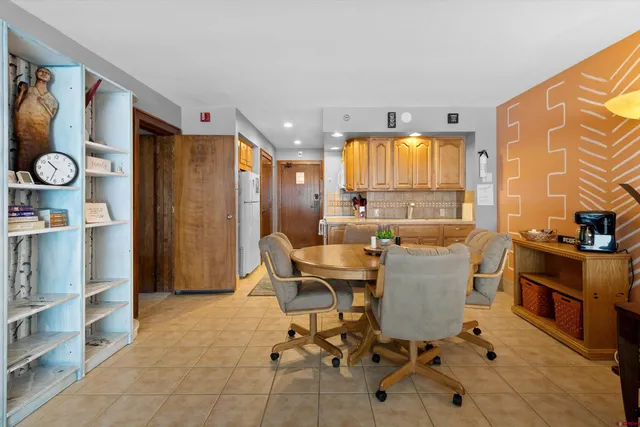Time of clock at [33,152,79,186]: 10:32
